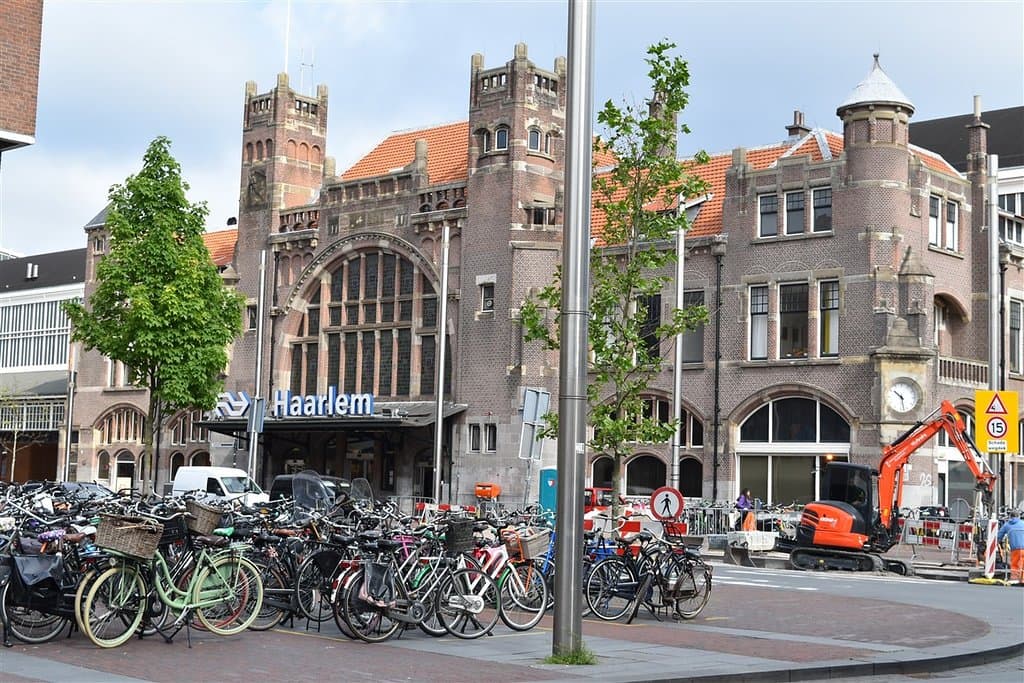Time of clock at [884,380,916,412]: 10:28
